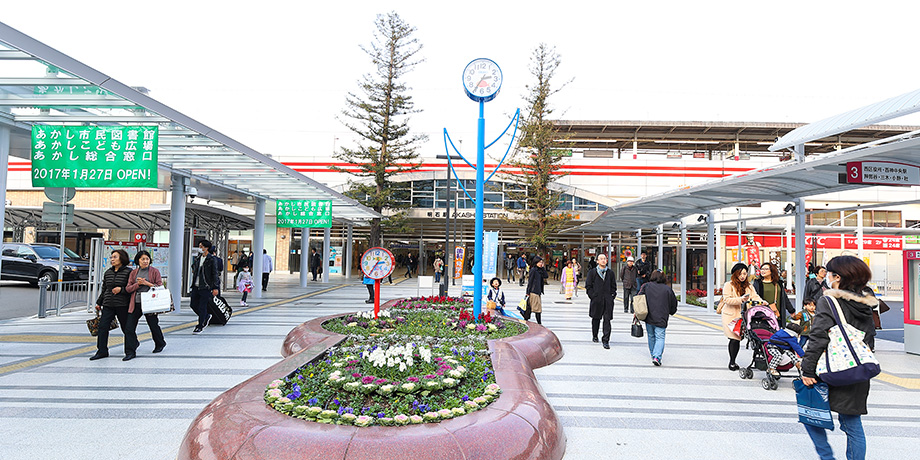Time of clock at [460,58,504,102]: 2:35
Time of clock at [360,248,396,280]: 2:35
